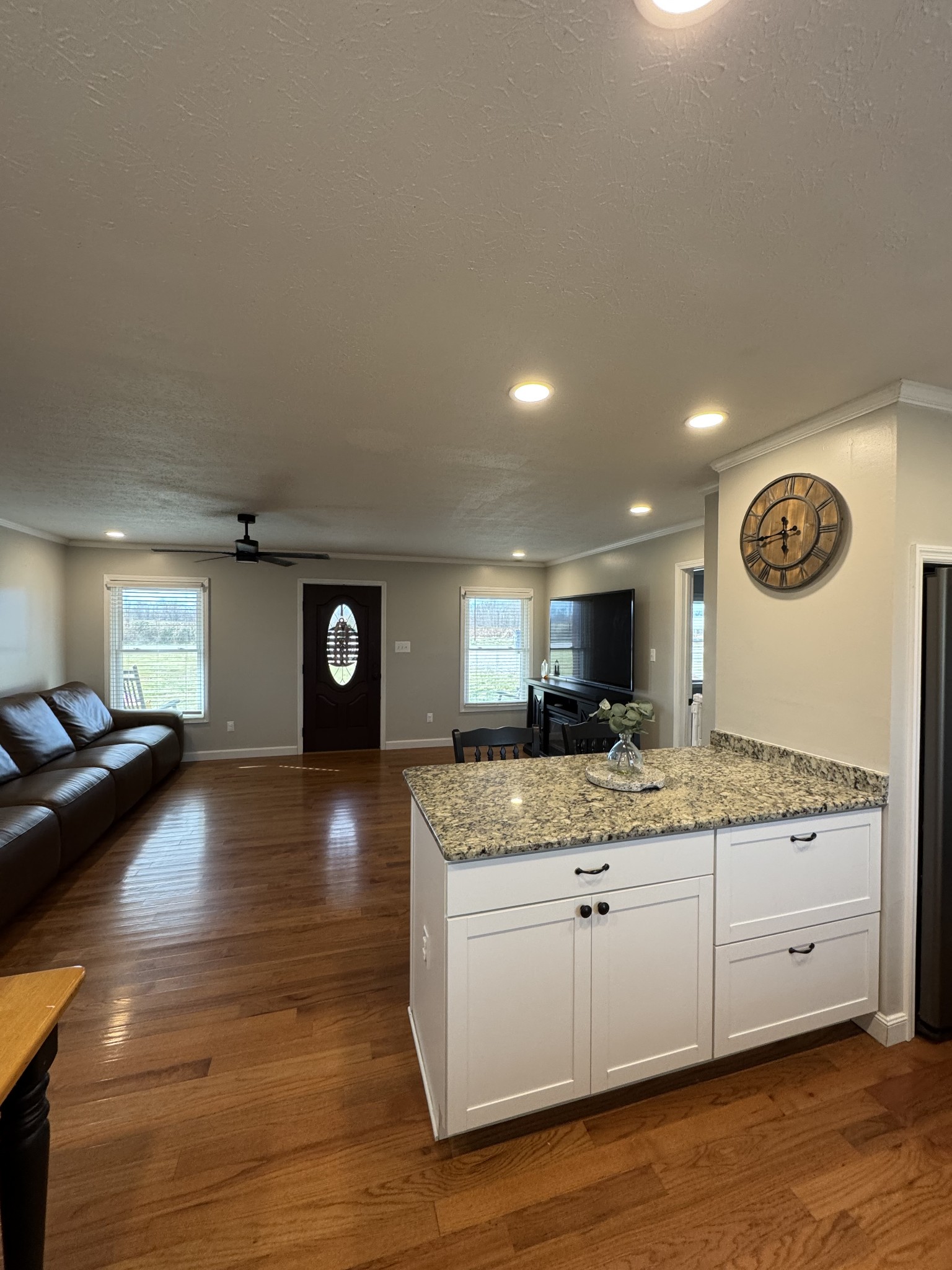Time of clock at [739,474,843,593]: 5:43
